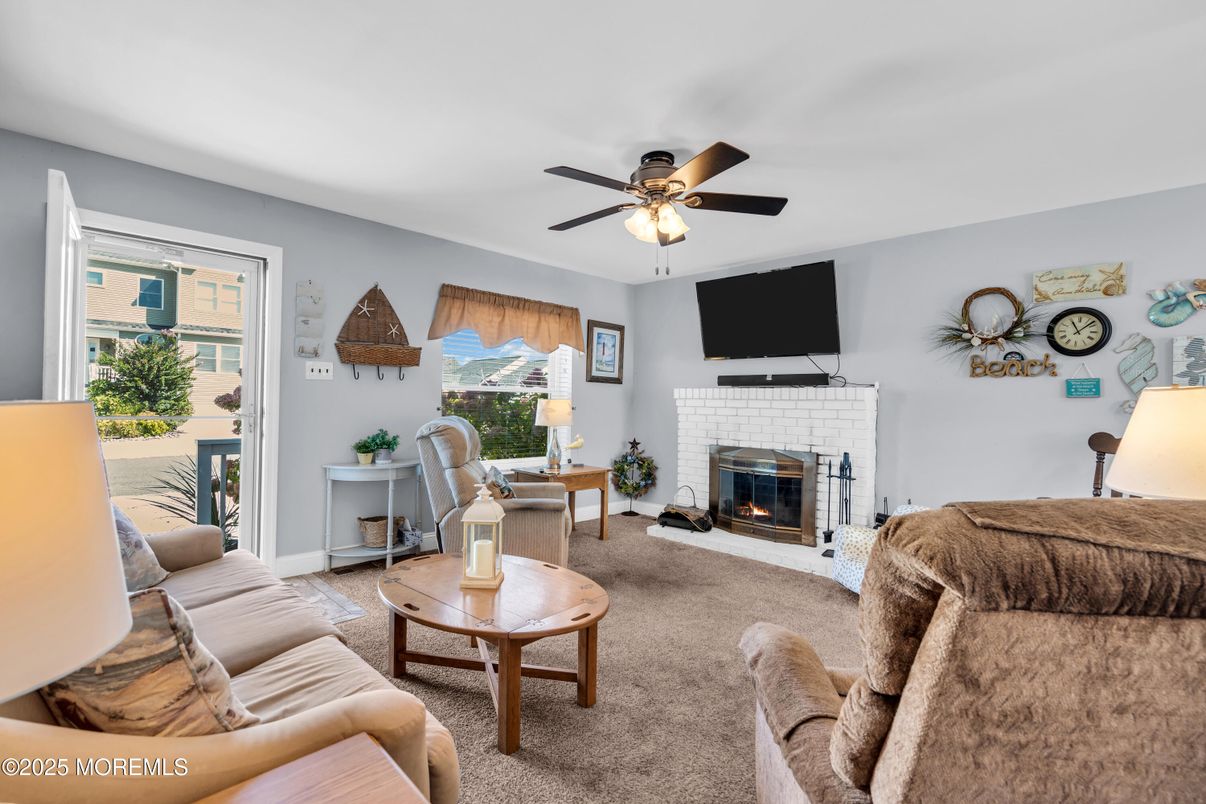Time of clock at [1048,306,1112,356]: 11:07
